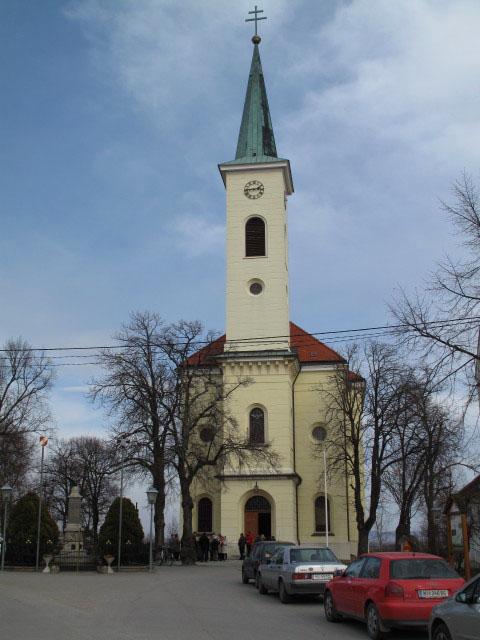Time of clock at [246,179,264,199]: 2:45
